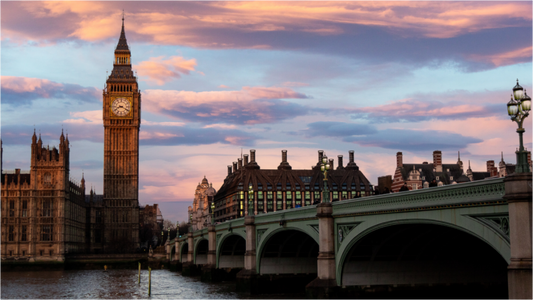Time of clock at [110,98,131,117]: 8:19
